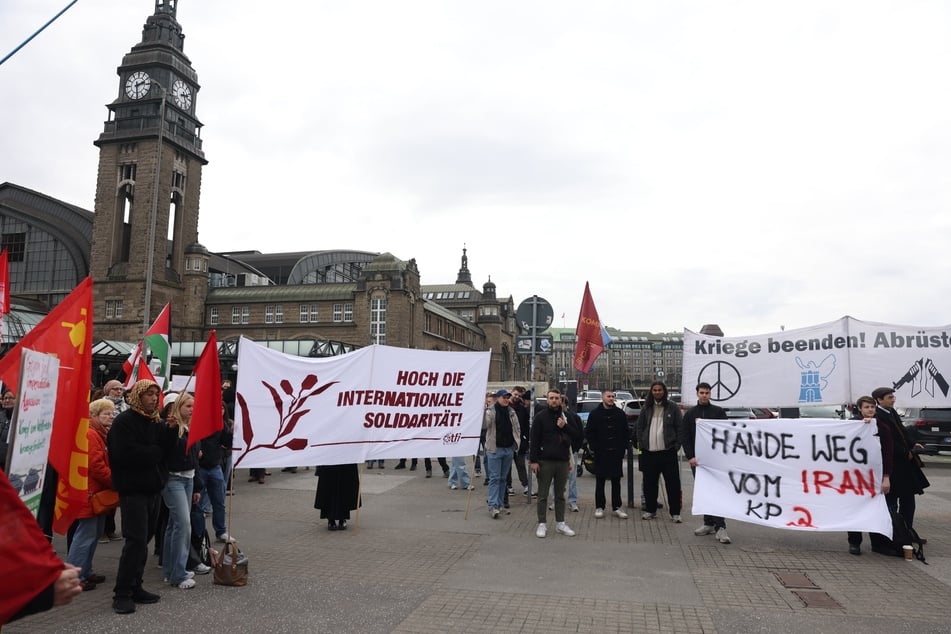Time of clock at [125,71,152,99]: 2:29
